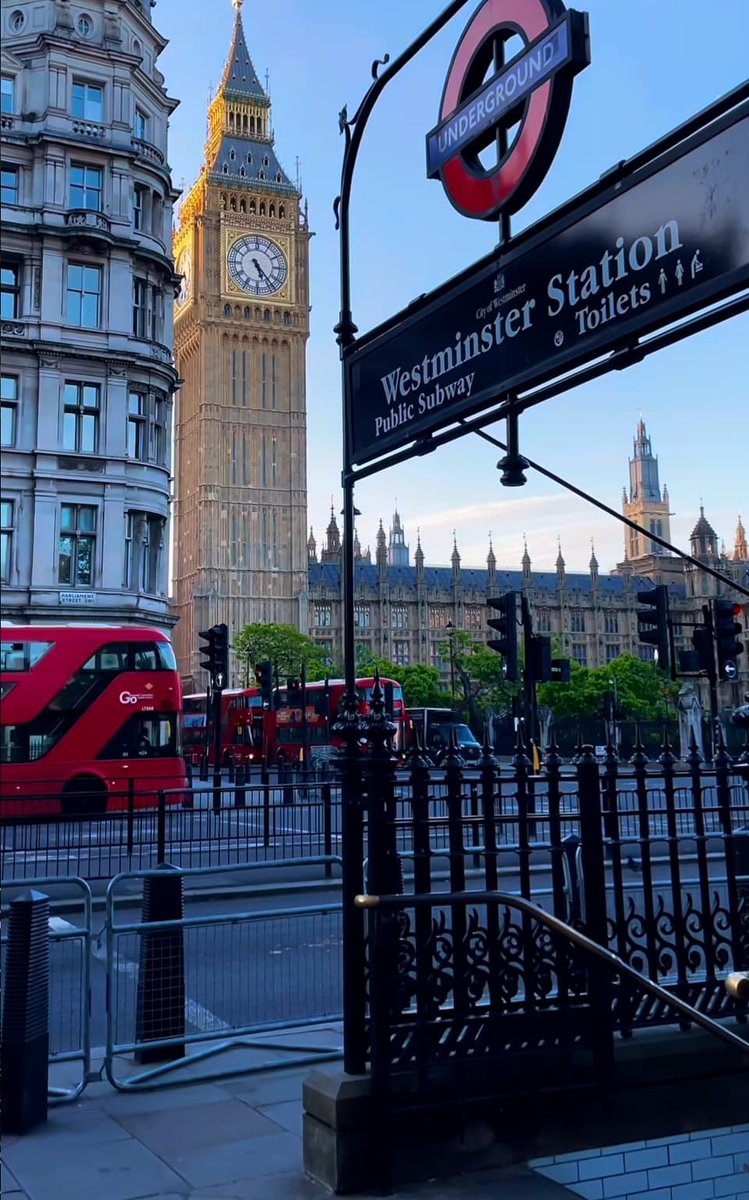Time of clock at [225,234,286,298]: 5:23
